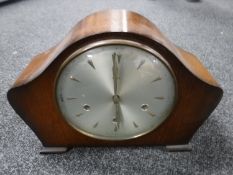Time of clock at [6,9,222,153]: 5:59
